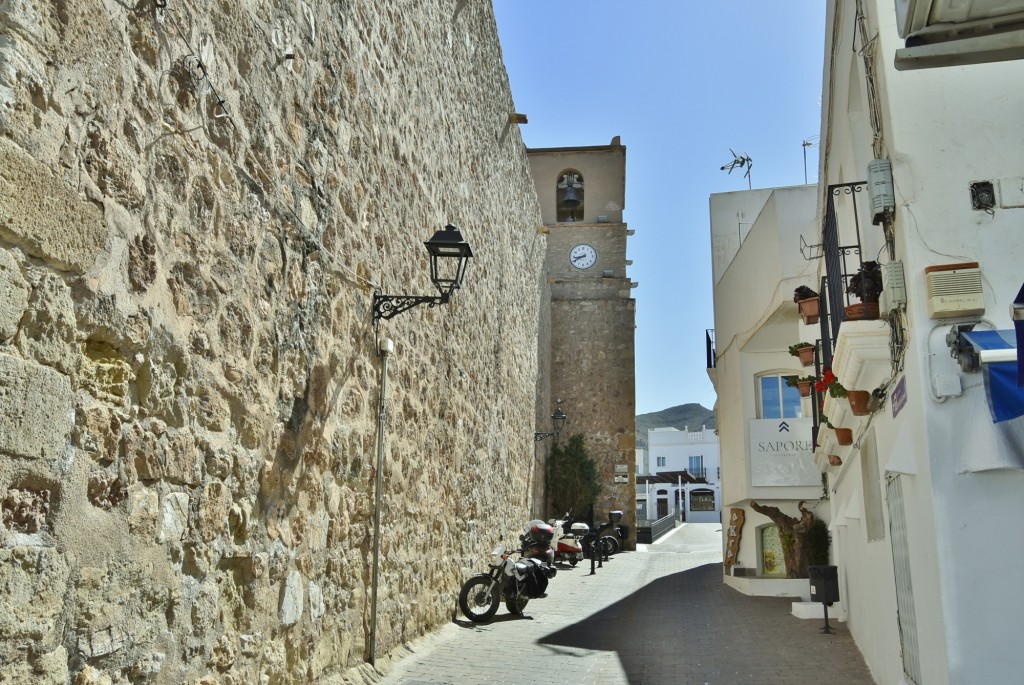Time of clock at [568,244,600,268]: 8:40
